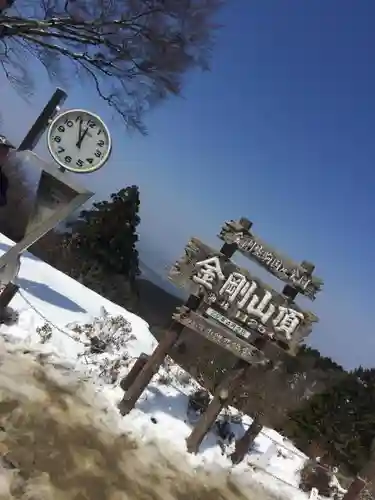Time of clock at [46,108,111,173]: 1:00
